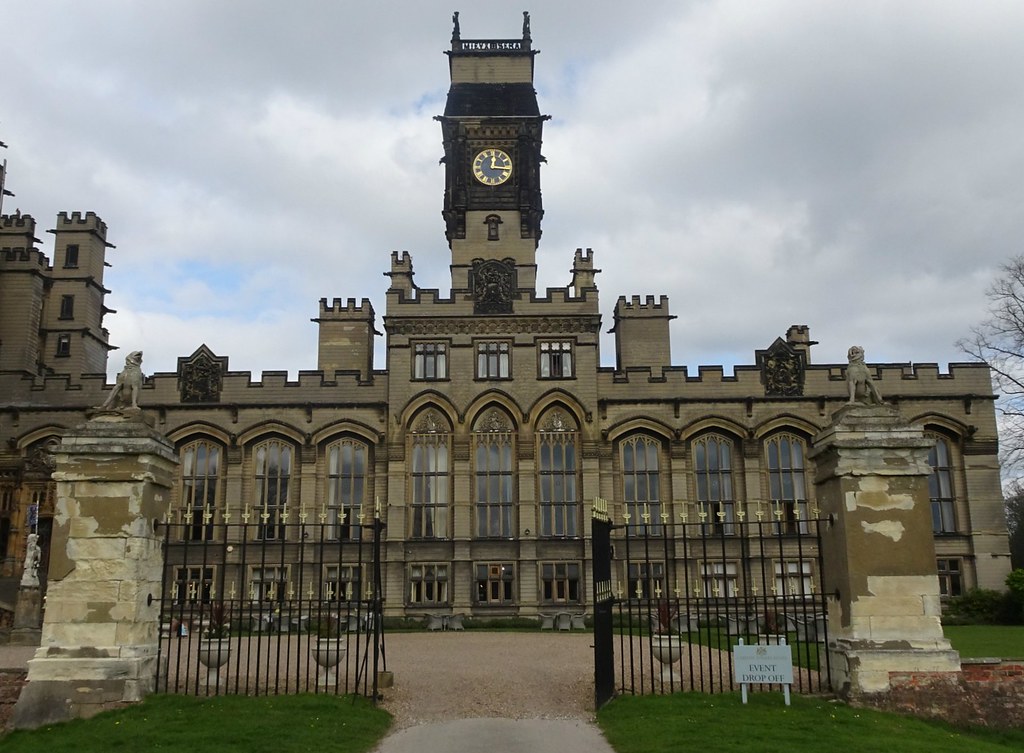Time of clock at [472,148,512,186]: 12:15
